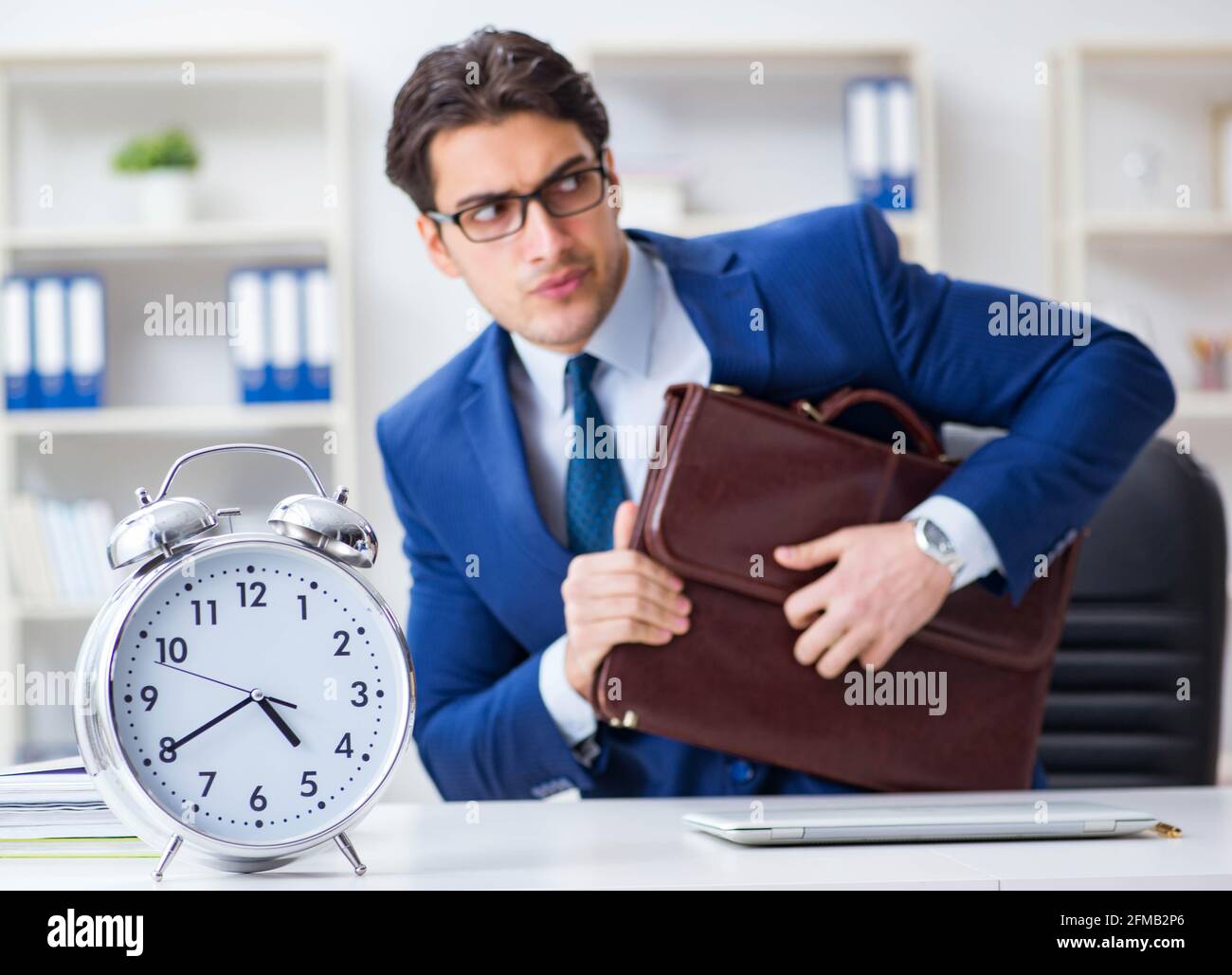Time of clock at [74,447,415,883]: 4:40
